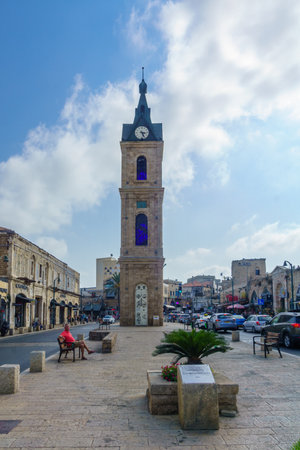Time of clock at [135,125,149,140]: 3:26
